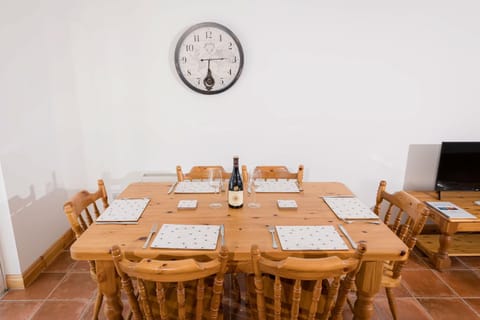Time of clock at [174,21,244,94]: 6:14
